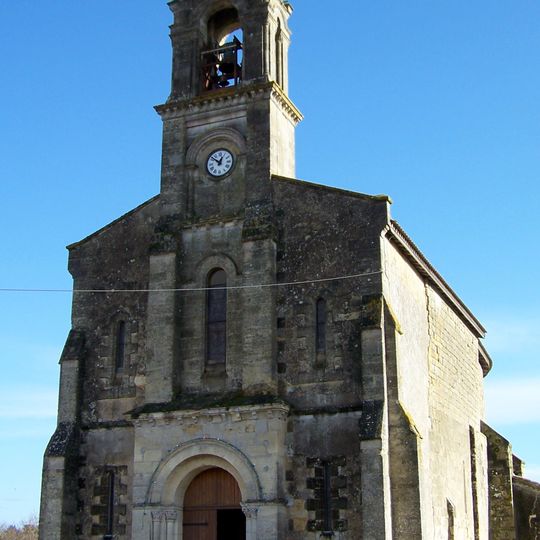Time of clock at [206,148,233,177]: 12:51
